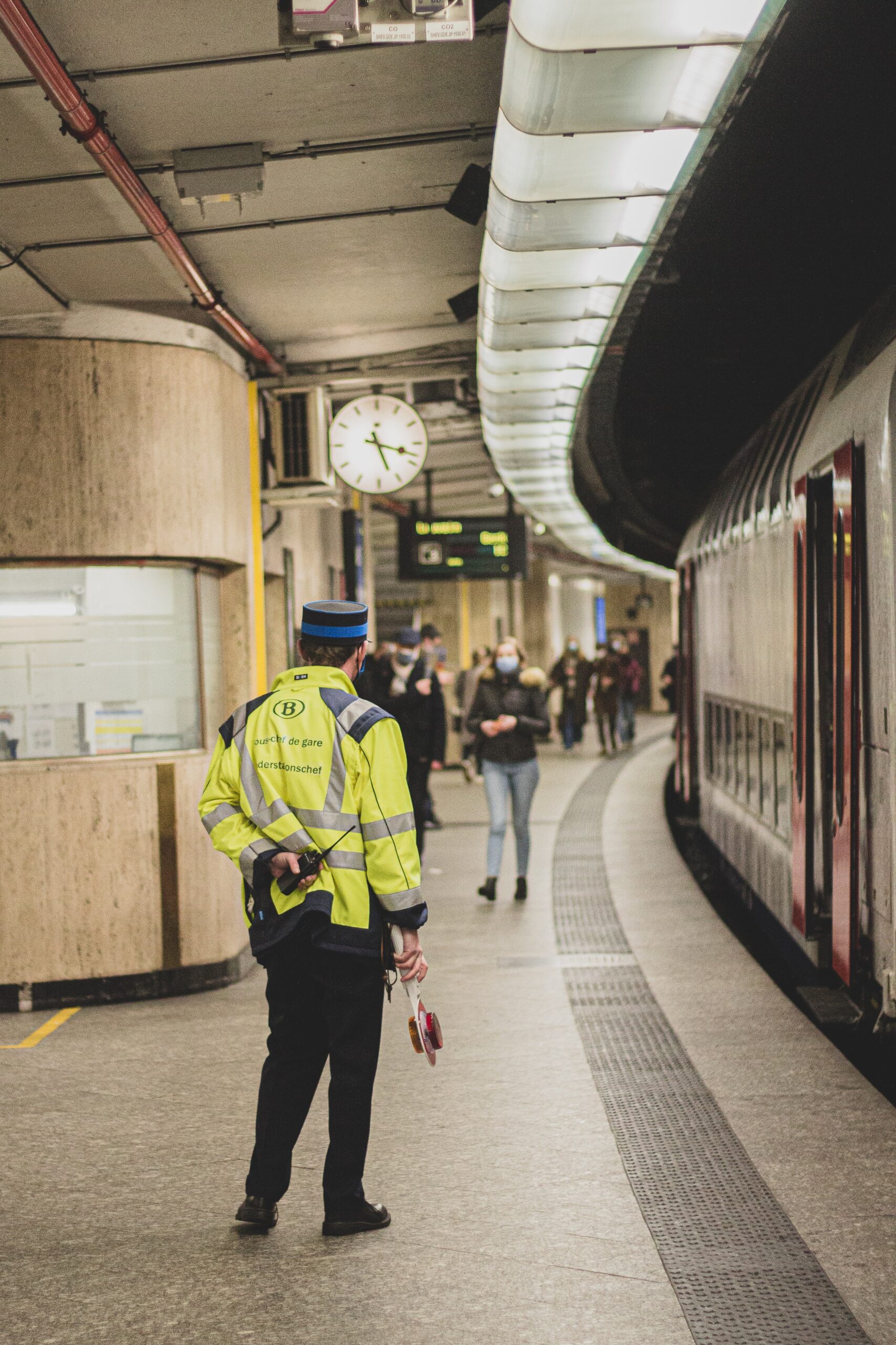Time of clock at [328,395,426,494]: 5:17
